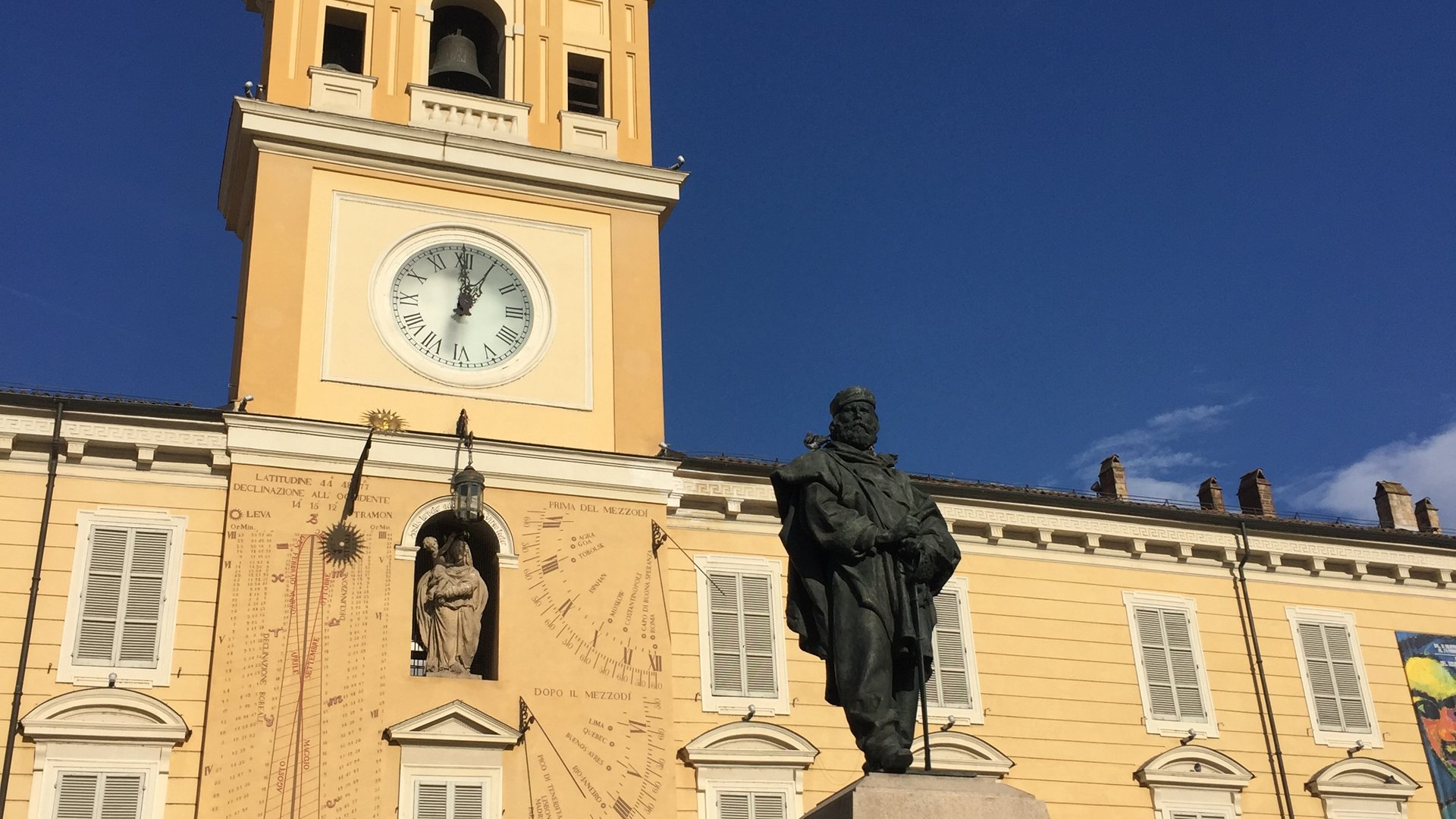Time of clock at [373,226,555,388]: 1:00
